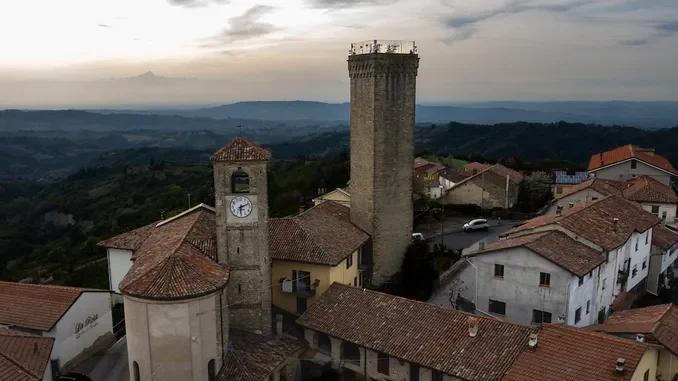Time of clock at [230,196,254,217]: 6:11
